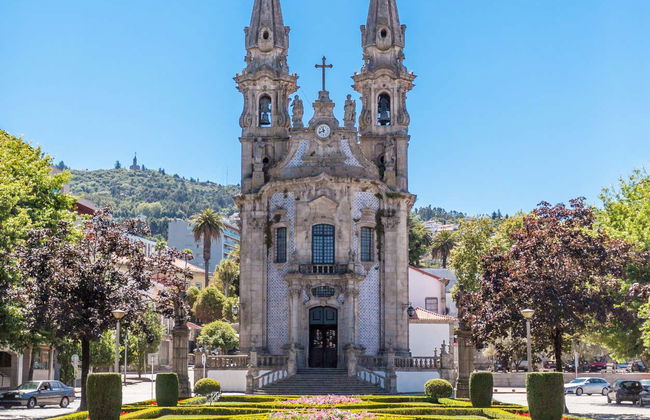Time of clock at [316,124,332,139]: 11:41
